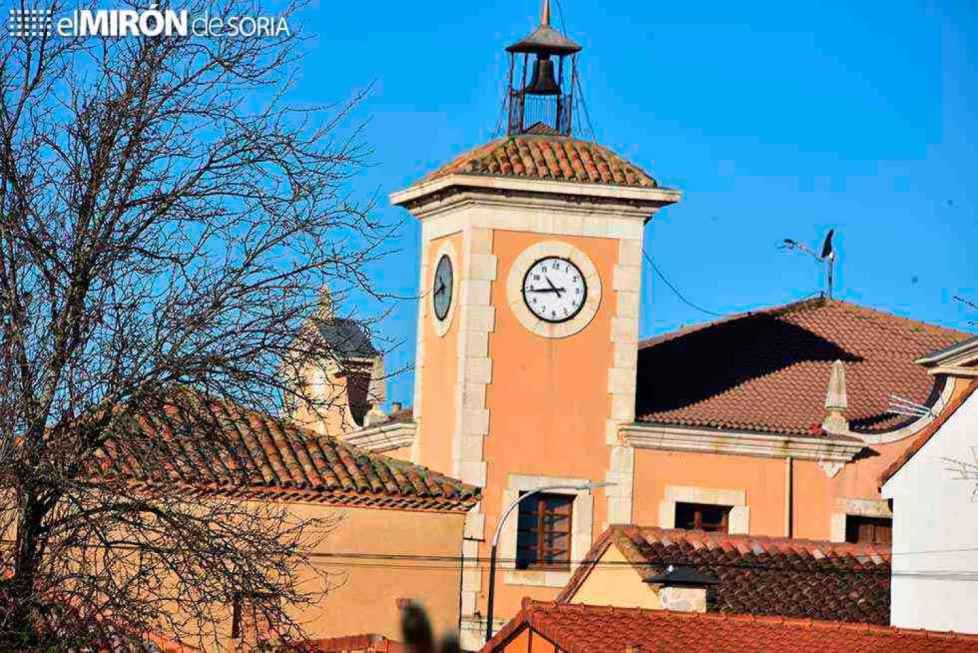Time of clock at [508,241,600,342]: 10:44
